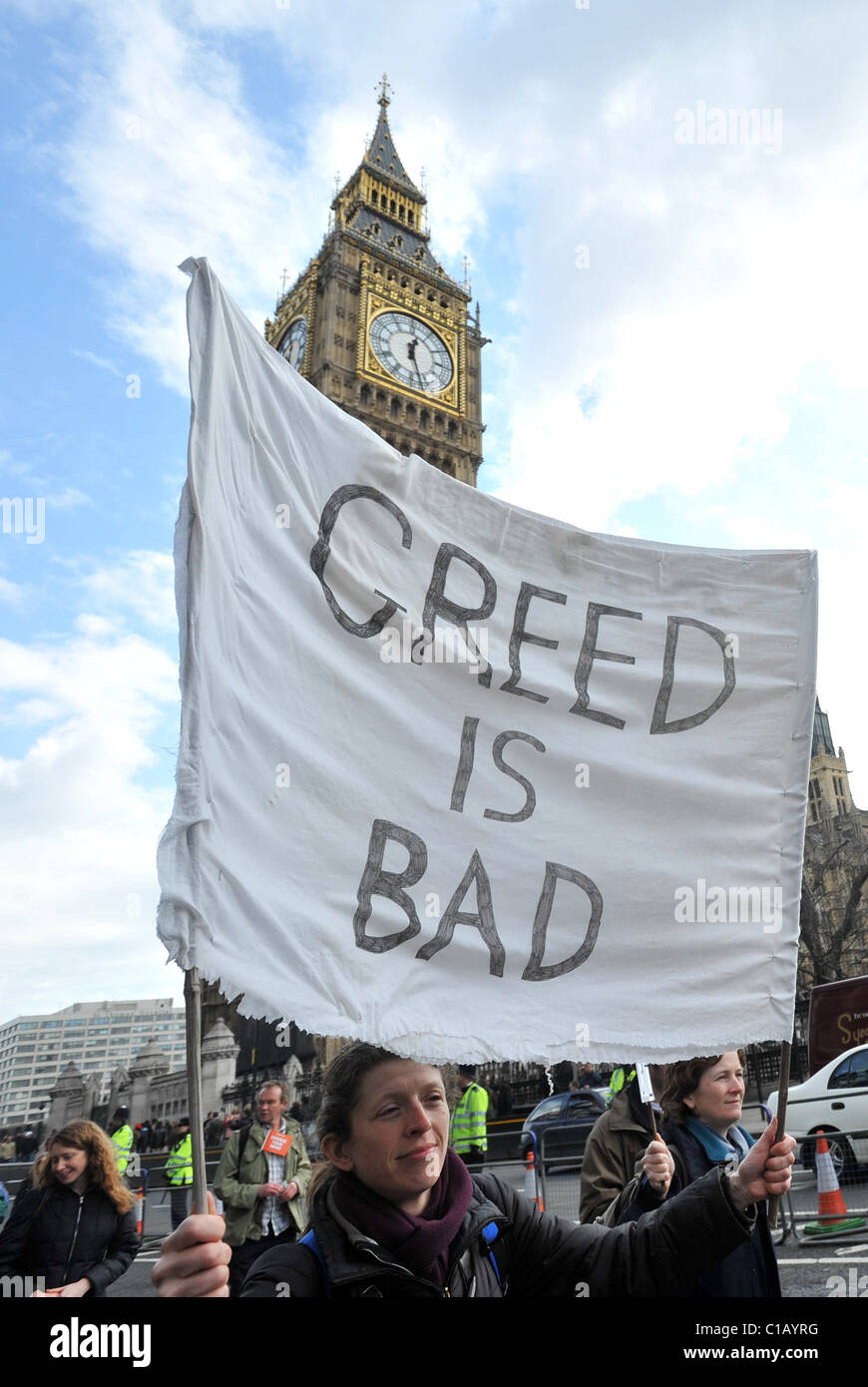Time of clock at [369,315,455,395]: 12:27
